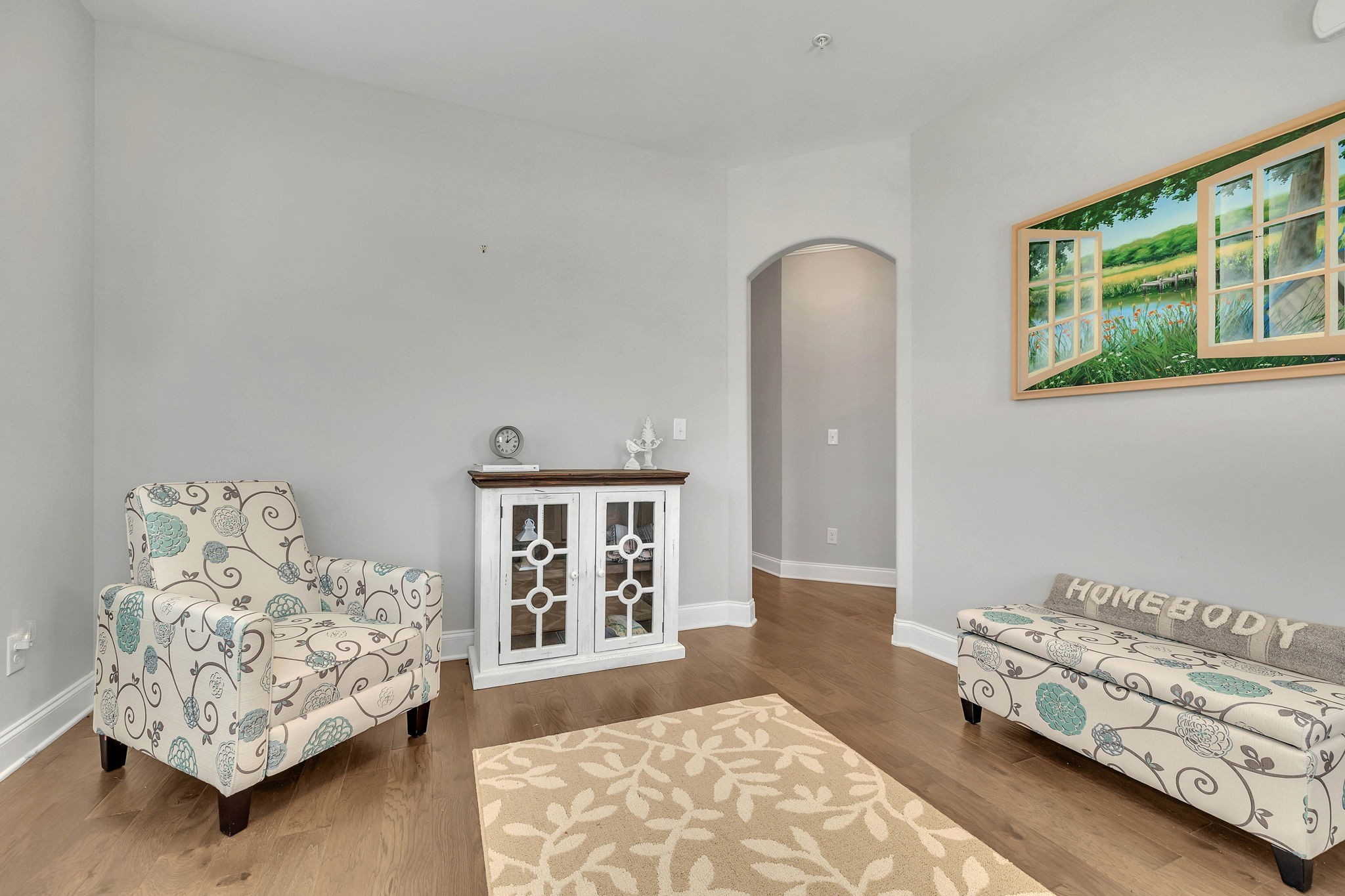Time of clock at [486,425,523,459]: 12:09
